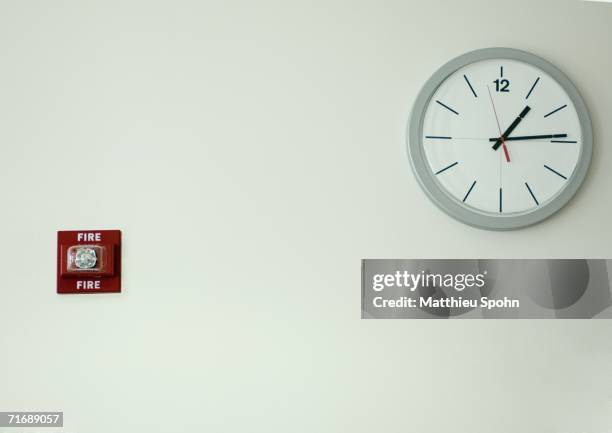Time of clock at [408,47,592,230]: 1:14
